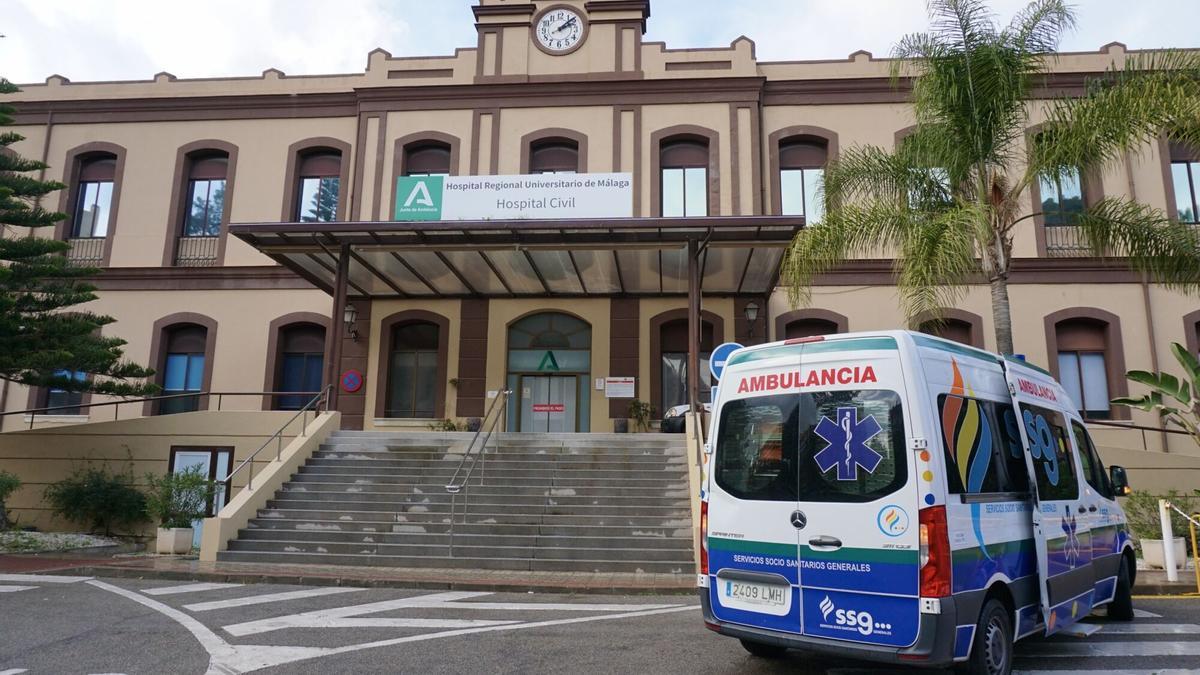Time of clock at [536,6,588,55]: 2:08
